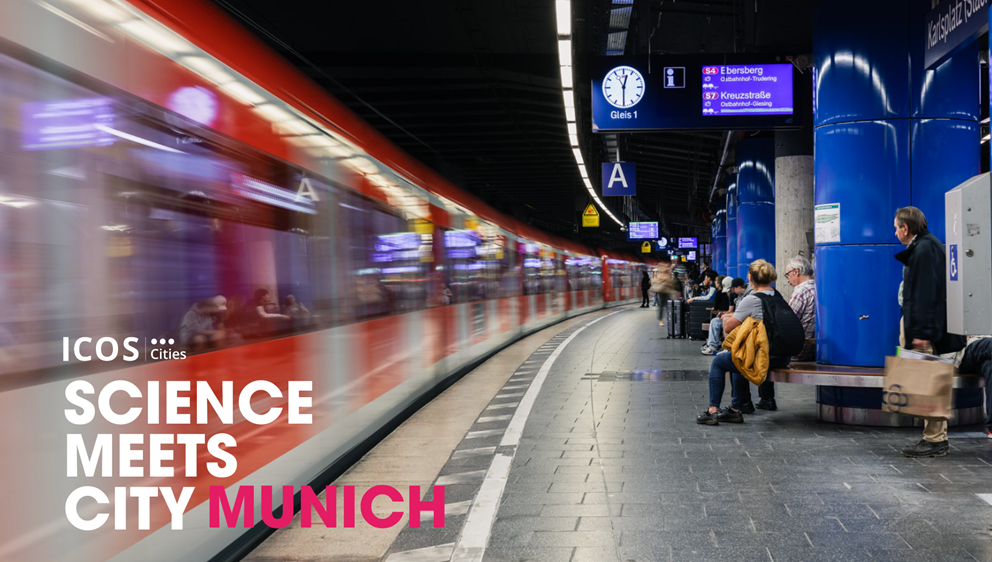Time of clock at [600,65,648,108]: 12:29
